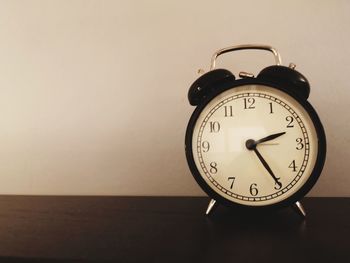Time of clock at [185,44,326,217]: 2:24
